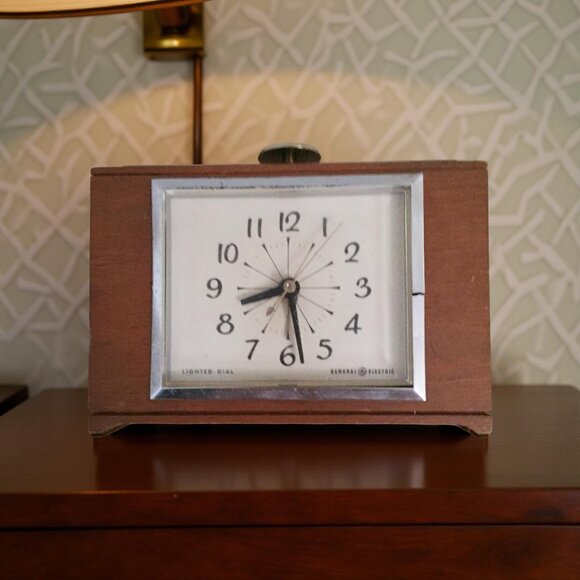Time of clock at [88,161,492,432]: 8:28
